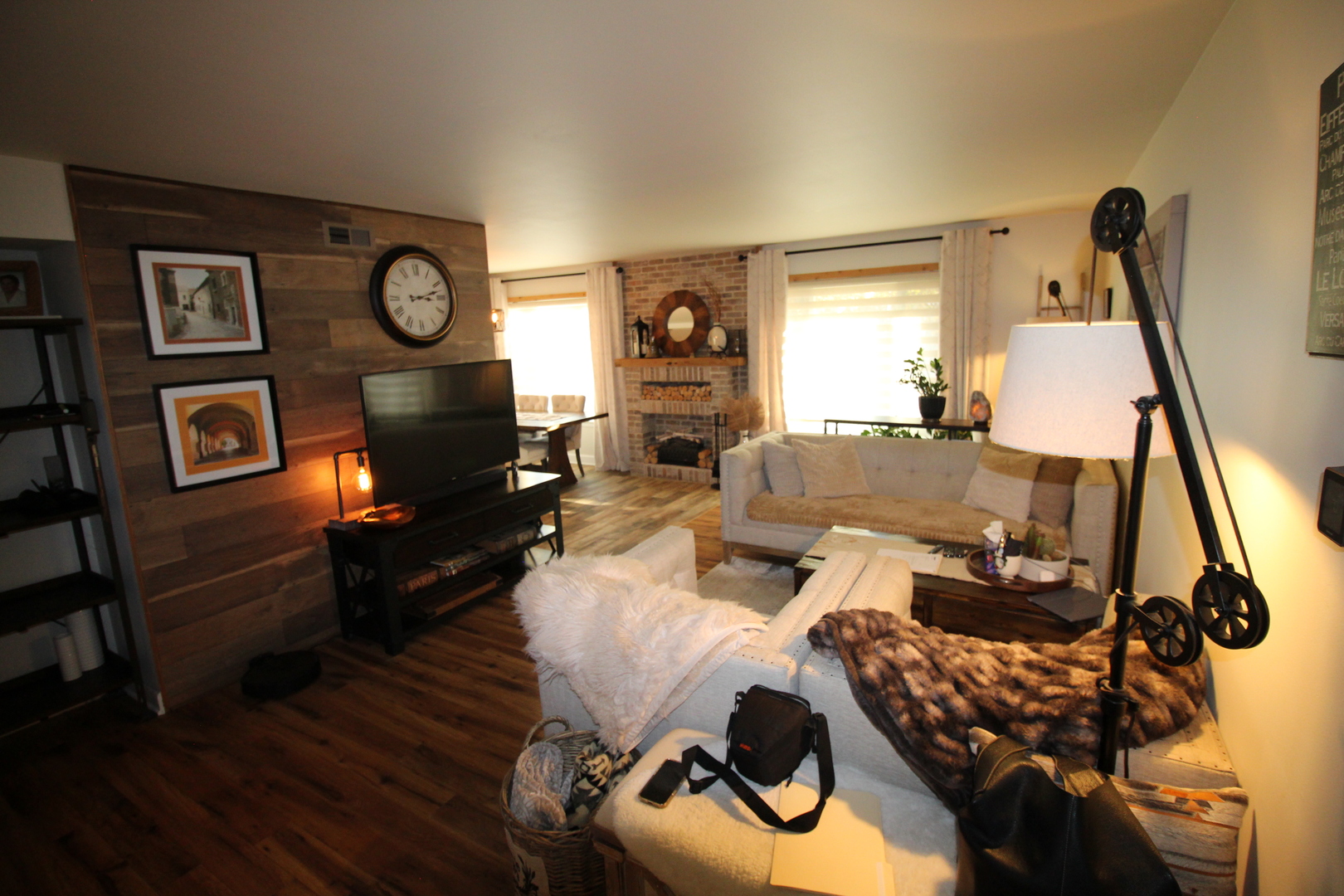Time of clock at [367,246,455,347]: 3:12
